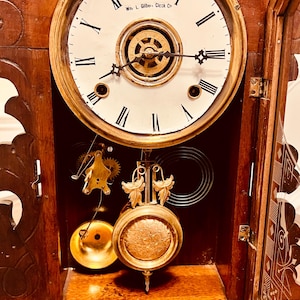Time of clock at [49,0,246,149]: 8:15
